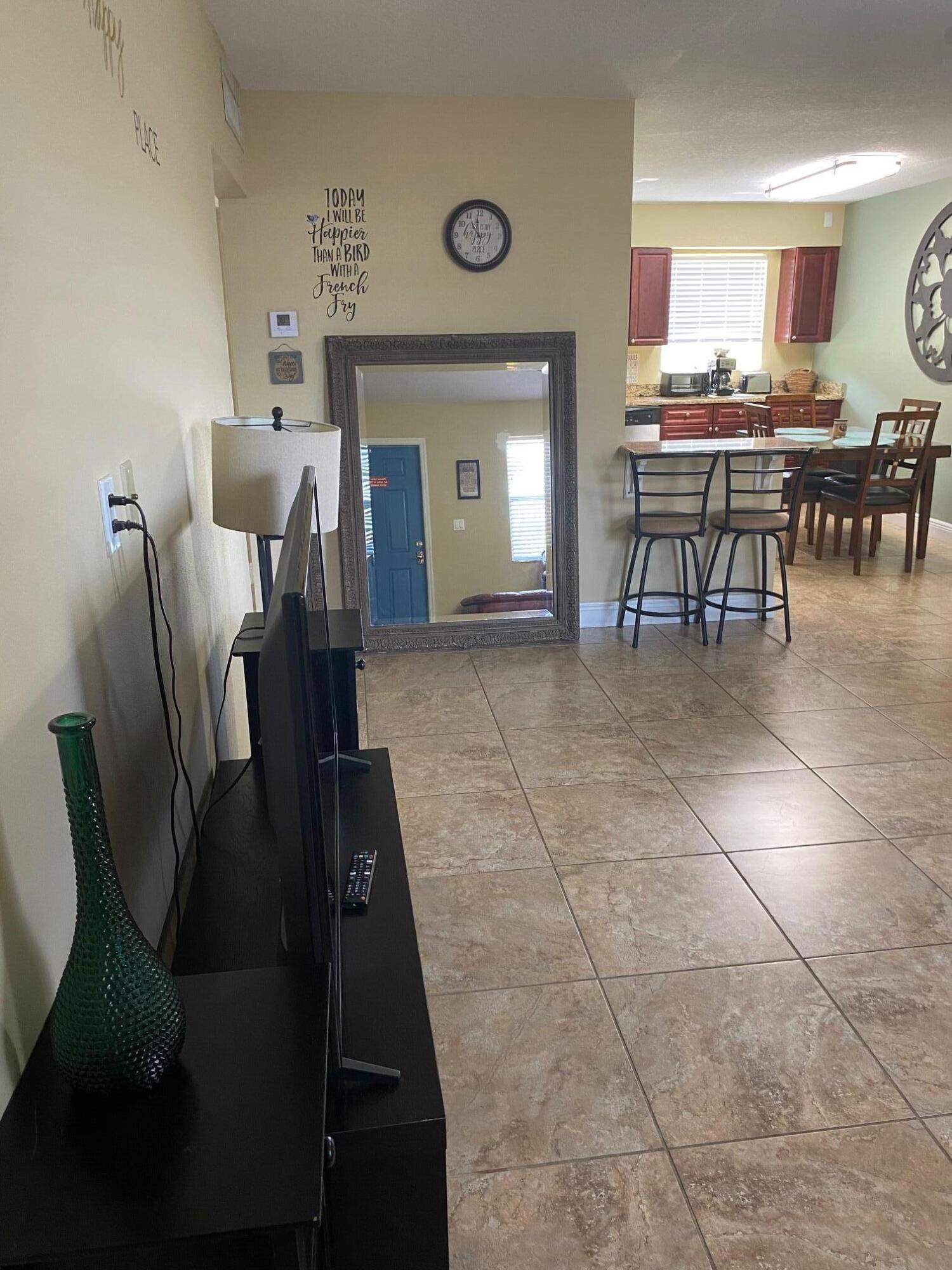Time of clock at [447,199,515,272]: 10:58
